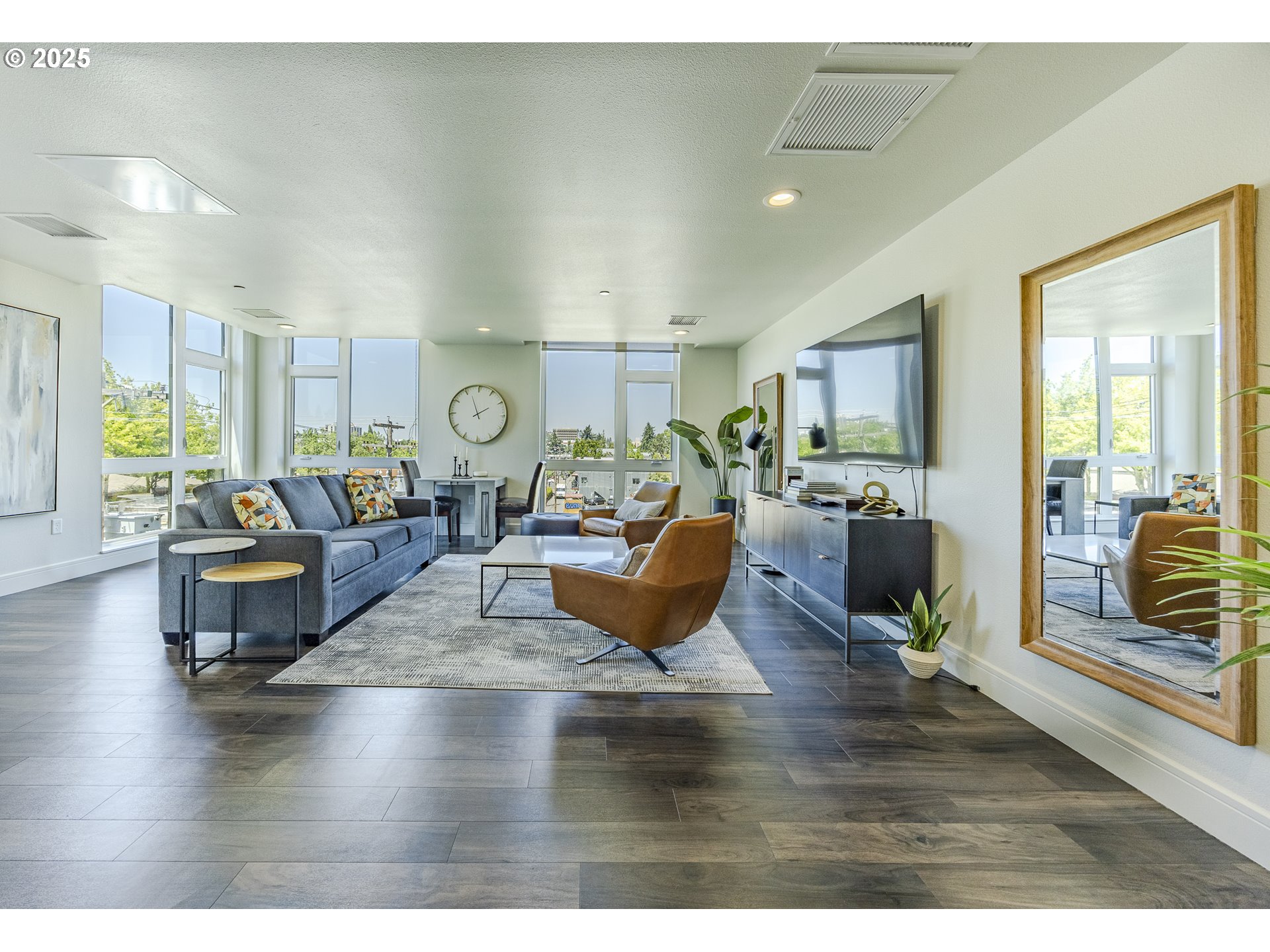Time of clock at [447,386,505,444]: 1:56
